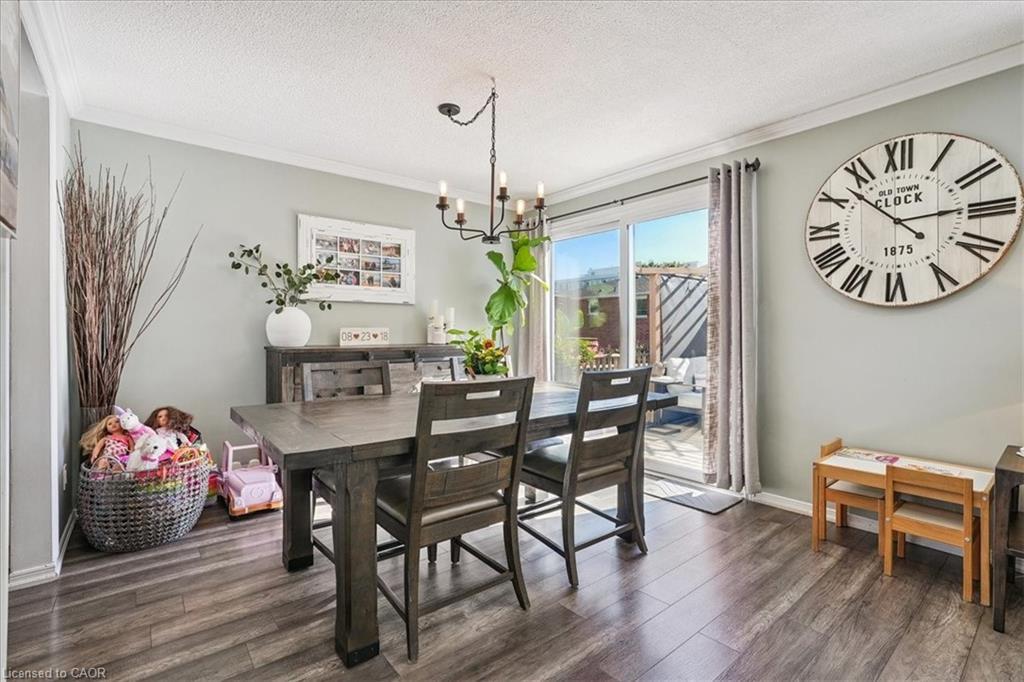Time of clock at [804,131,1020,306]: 2:52
